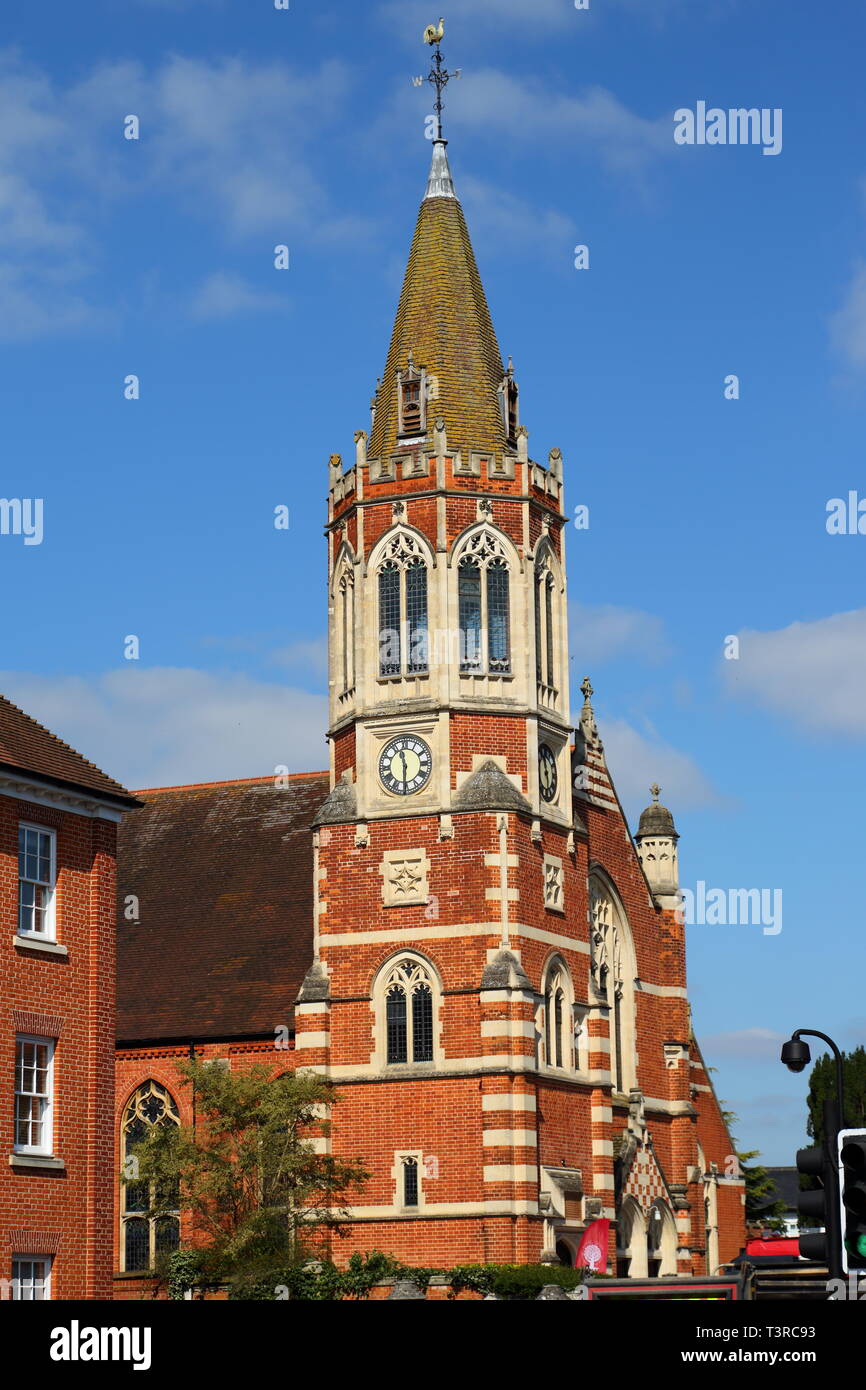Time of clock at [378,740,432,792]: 11:30
